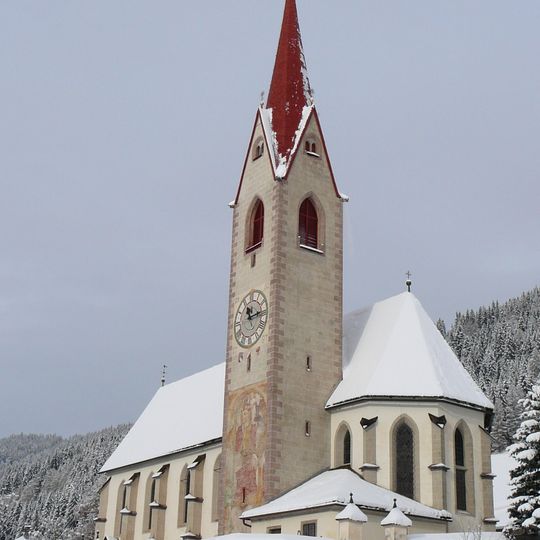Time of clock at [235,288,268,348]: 11:13
